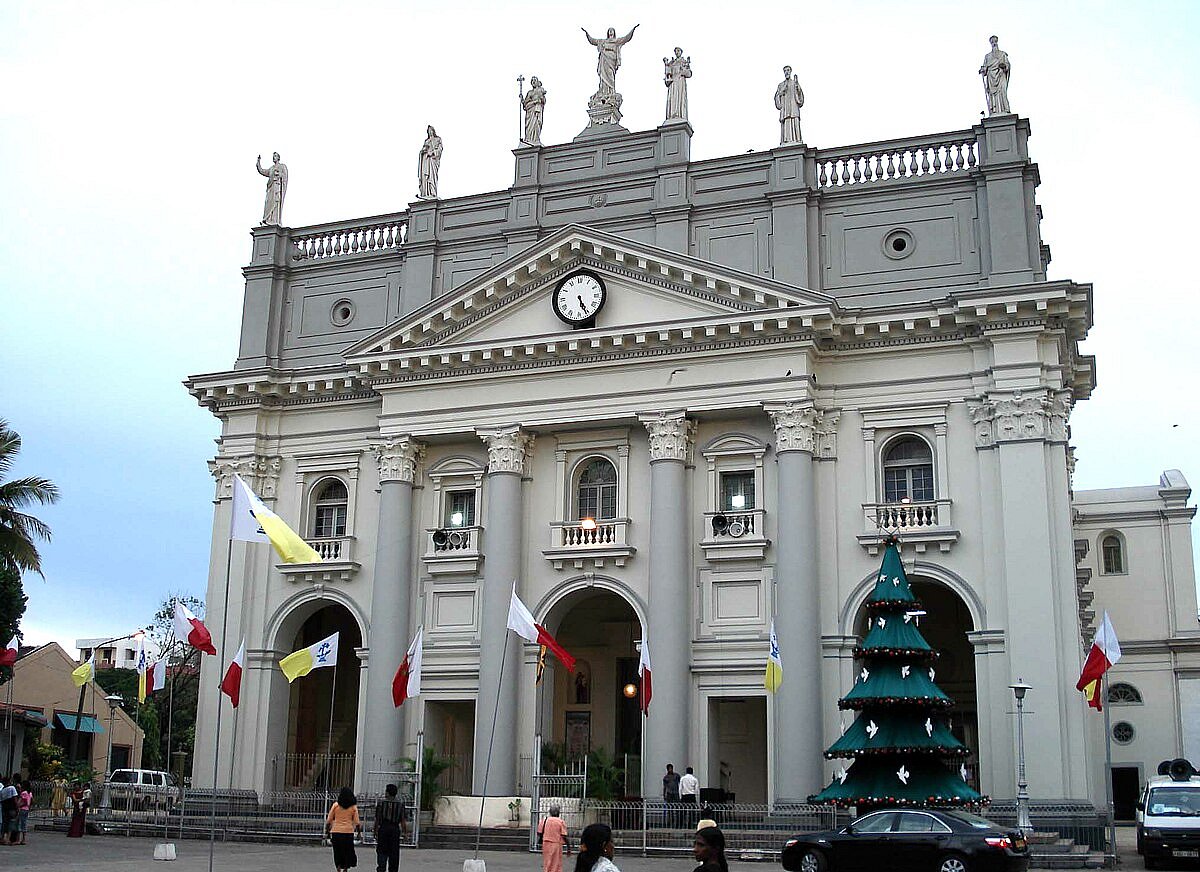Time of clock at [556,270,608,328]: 5:26
